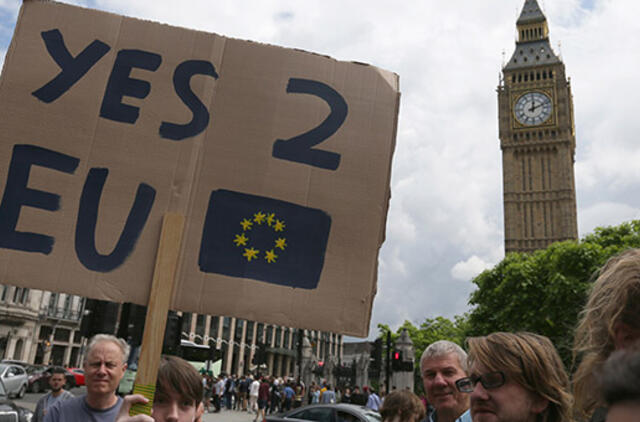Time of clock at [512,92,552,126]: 12:11
